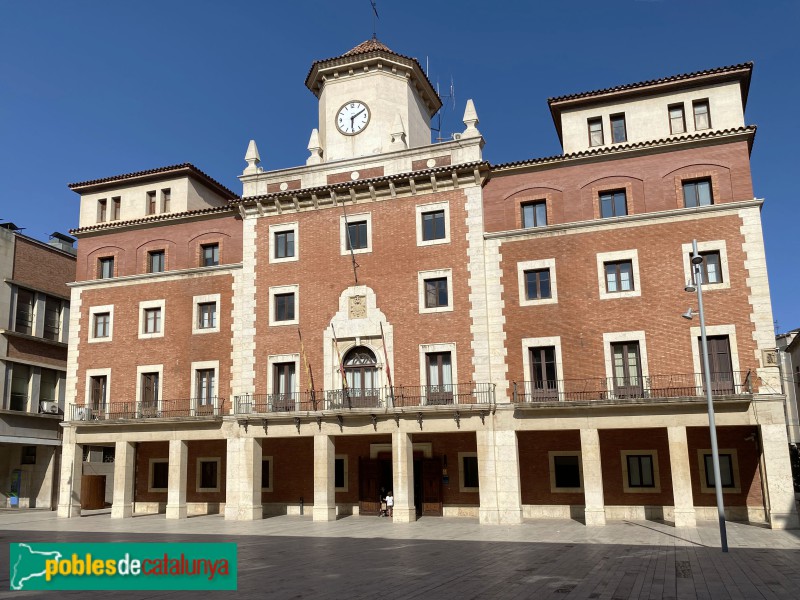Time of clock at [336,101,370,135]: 6:10
